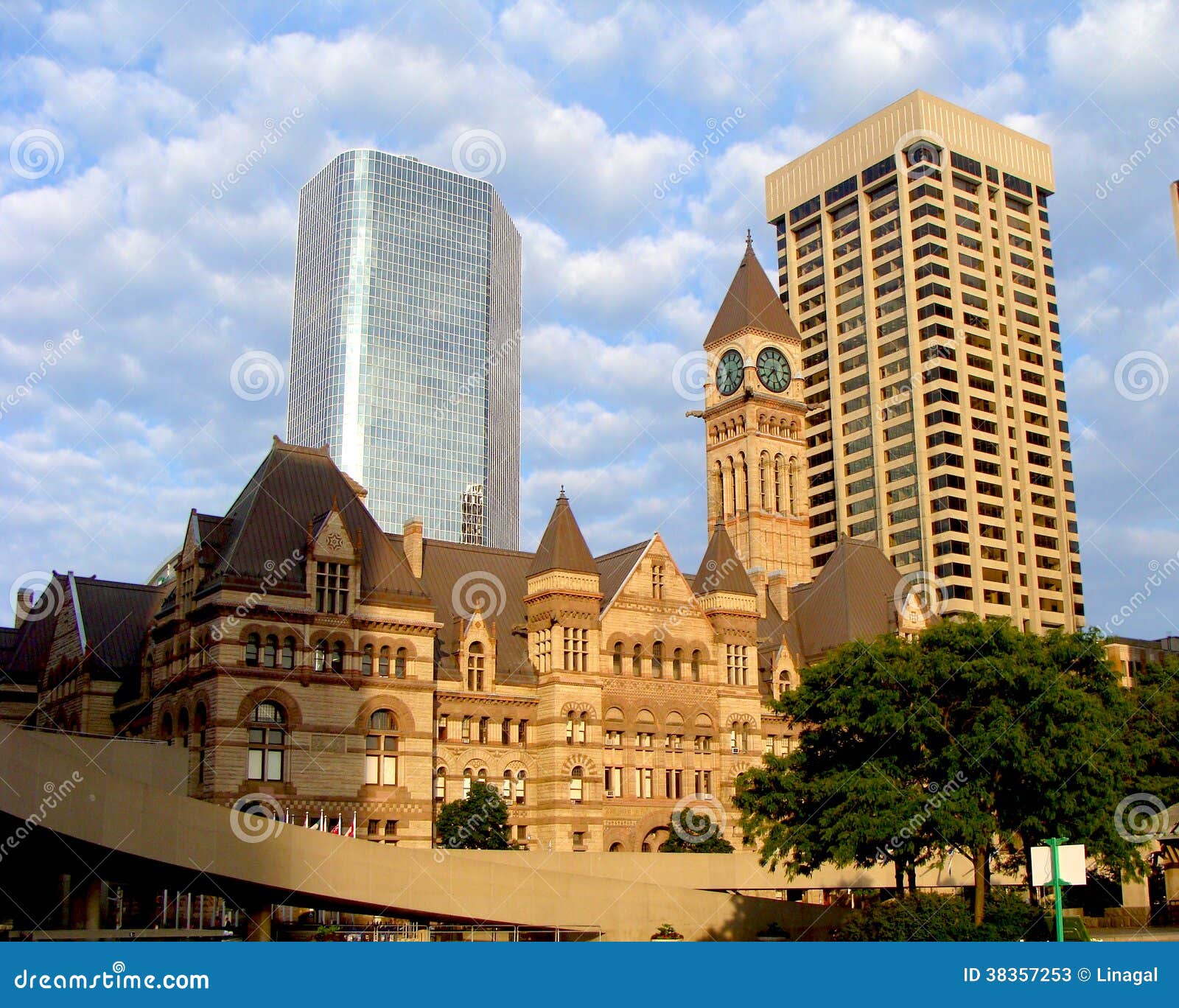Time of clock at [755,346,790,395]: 7:25
